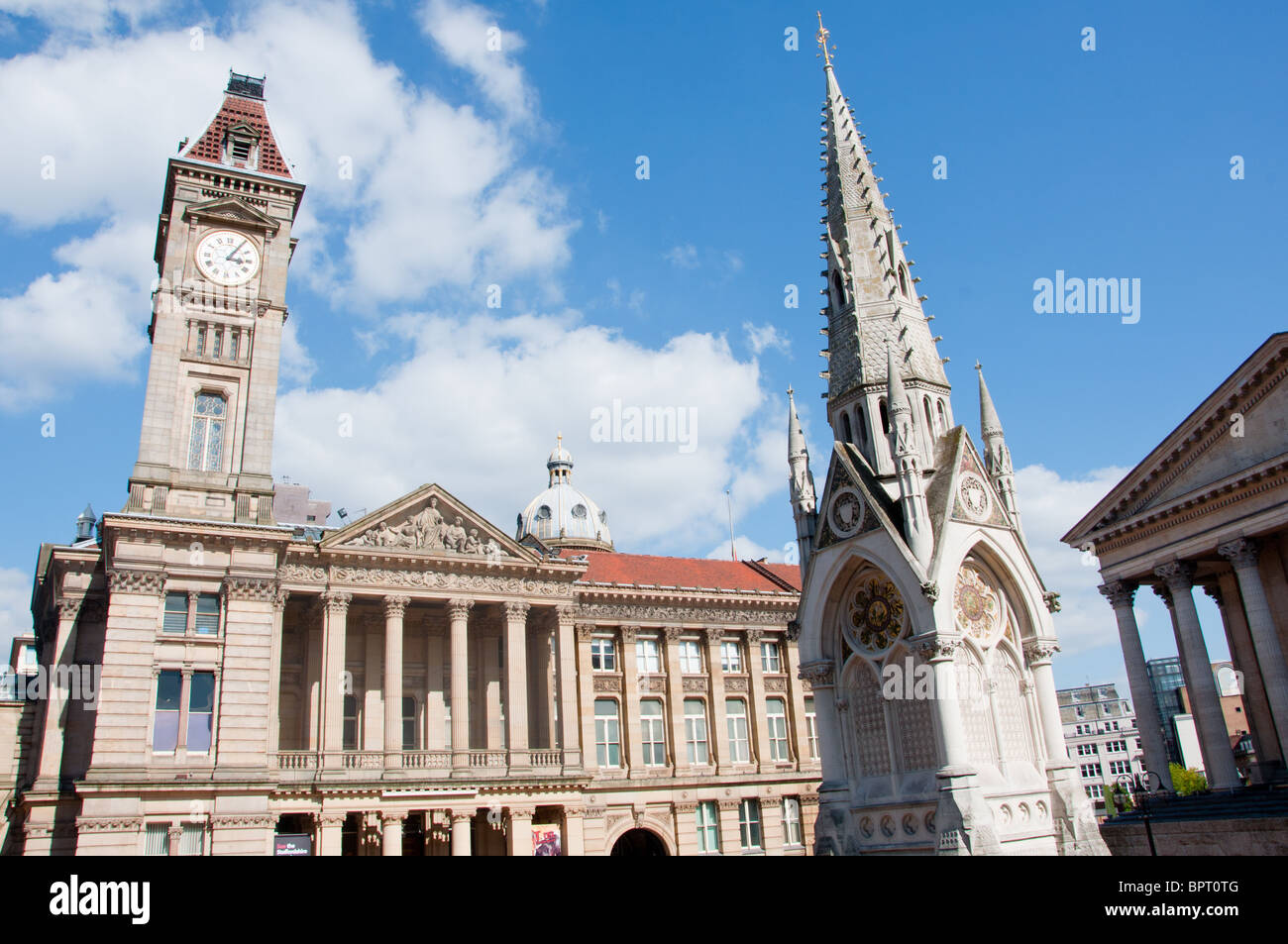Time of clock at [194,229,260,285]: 3:05
